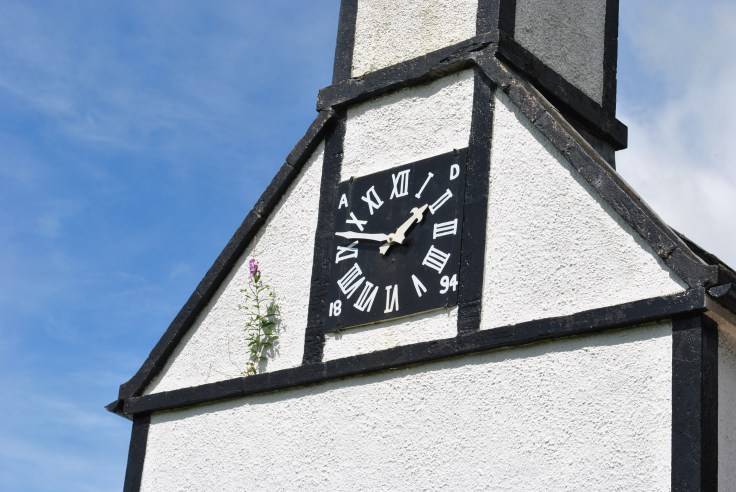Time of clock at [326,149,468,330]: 1:47
